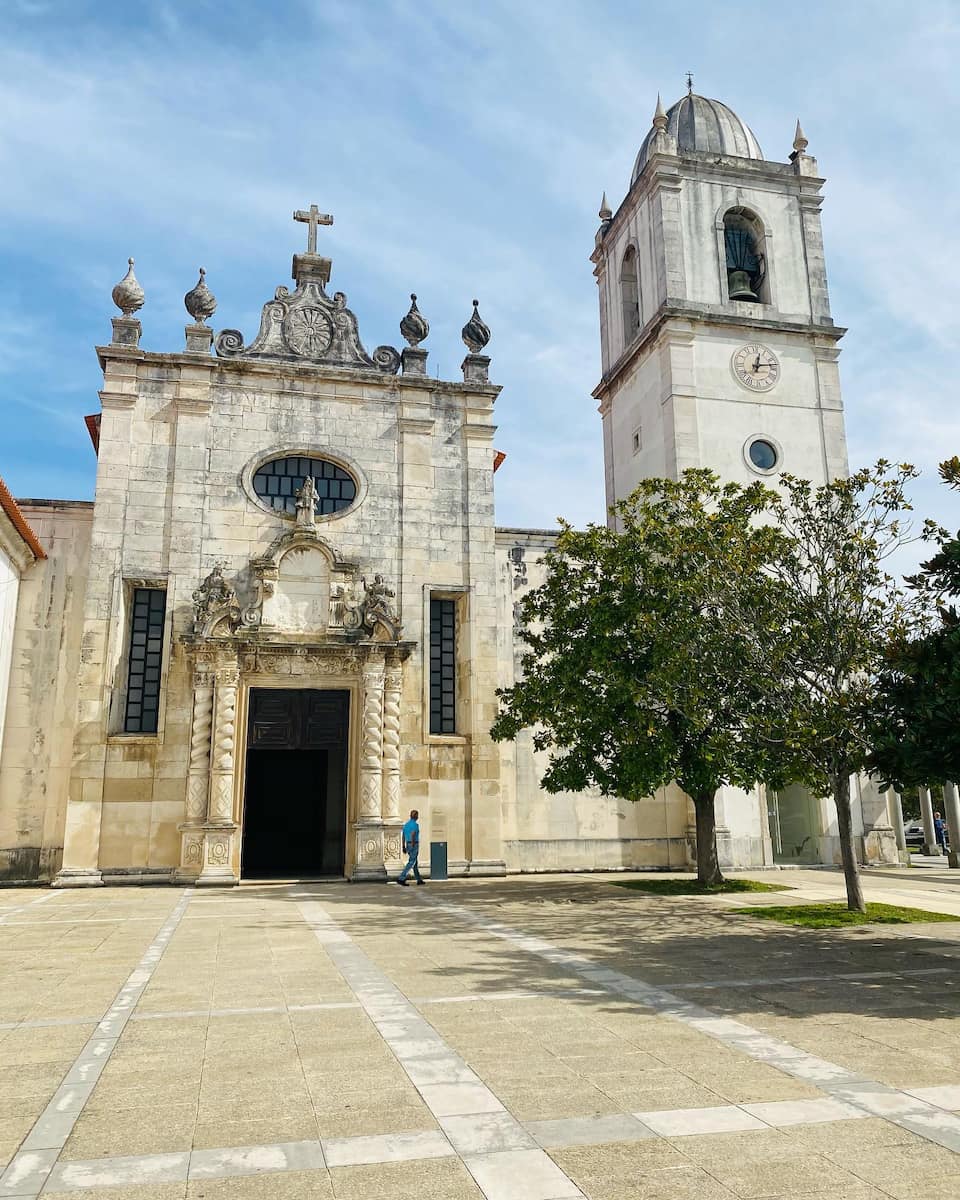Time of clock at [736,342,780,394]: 12:13
